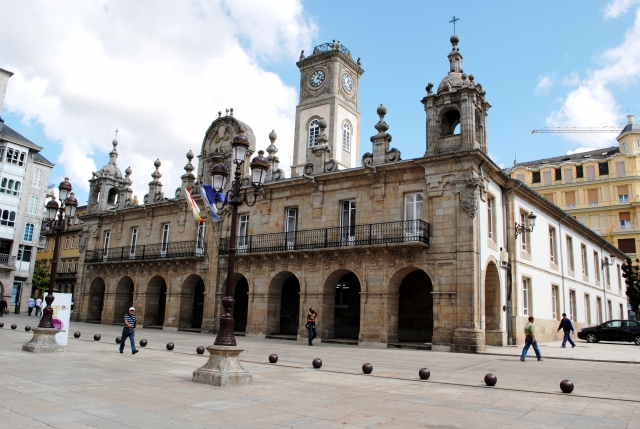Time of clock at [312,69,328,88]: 1:18
